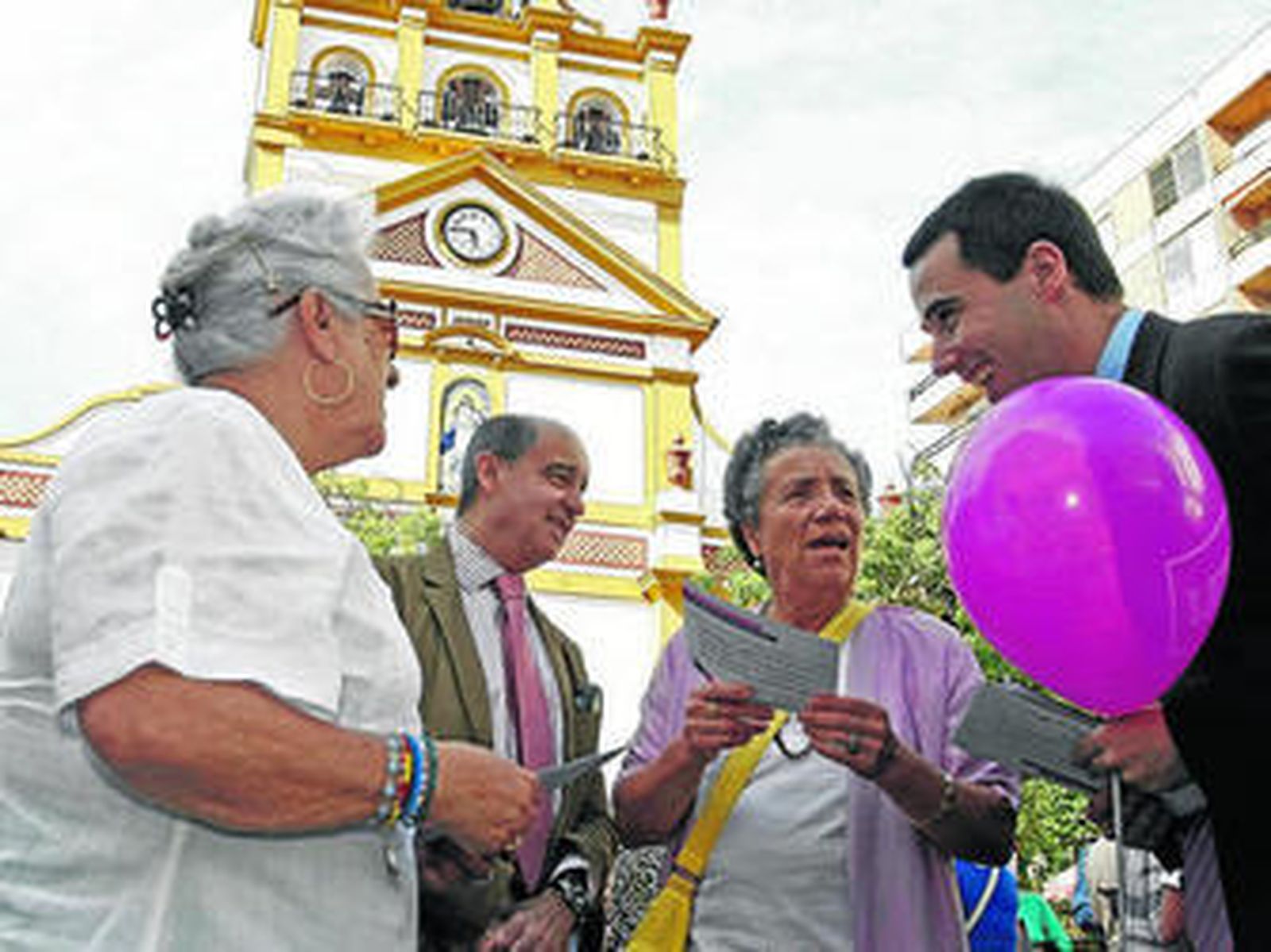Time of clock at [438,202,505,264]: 5:45
